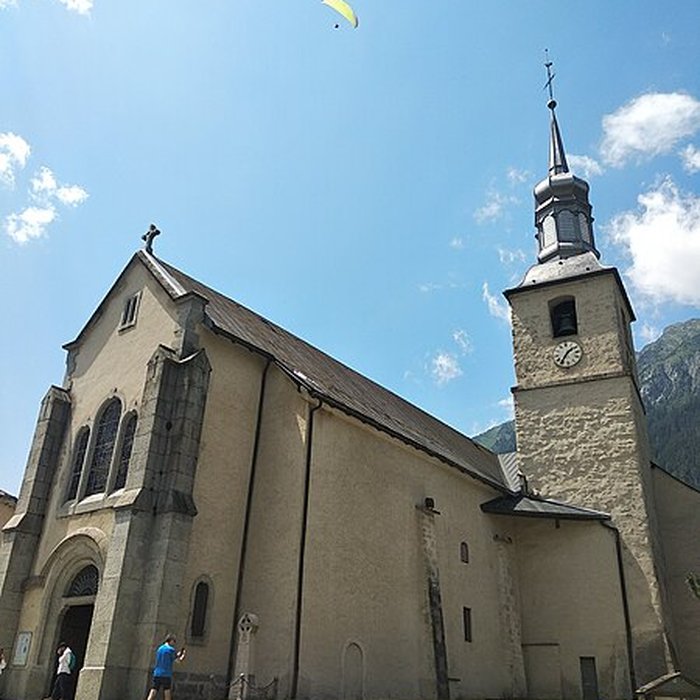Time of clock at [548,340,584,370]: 1:35
